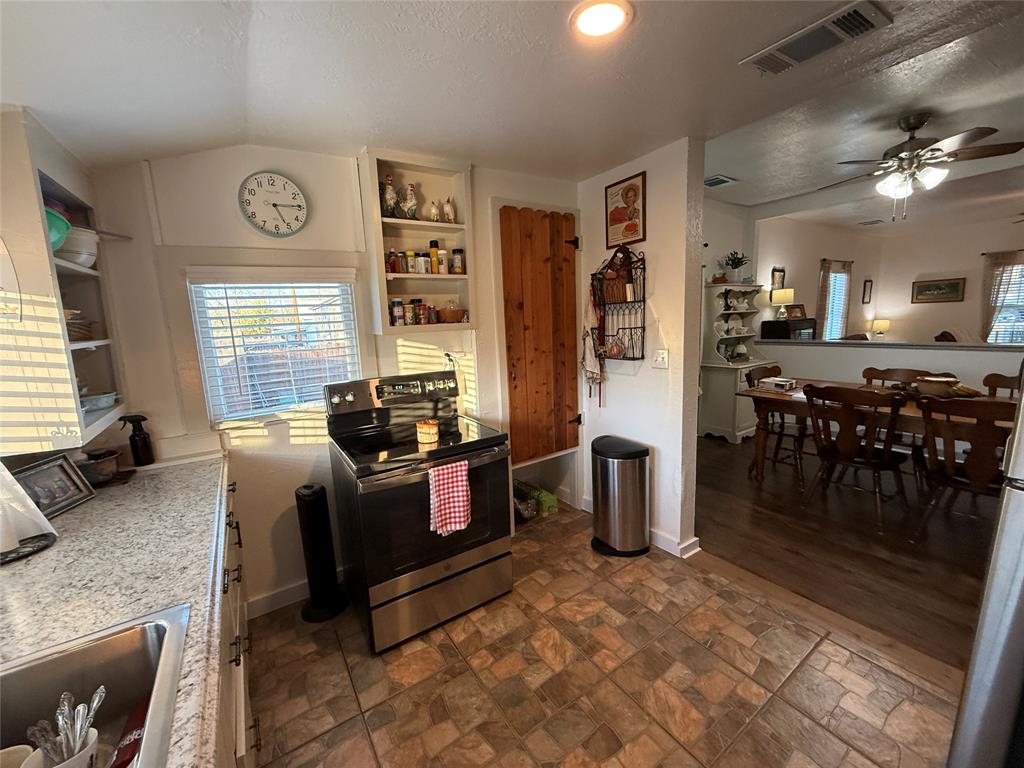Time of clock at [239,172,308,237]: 5:14
